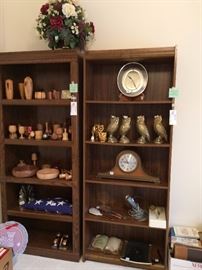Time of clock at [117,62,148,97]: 10:24
